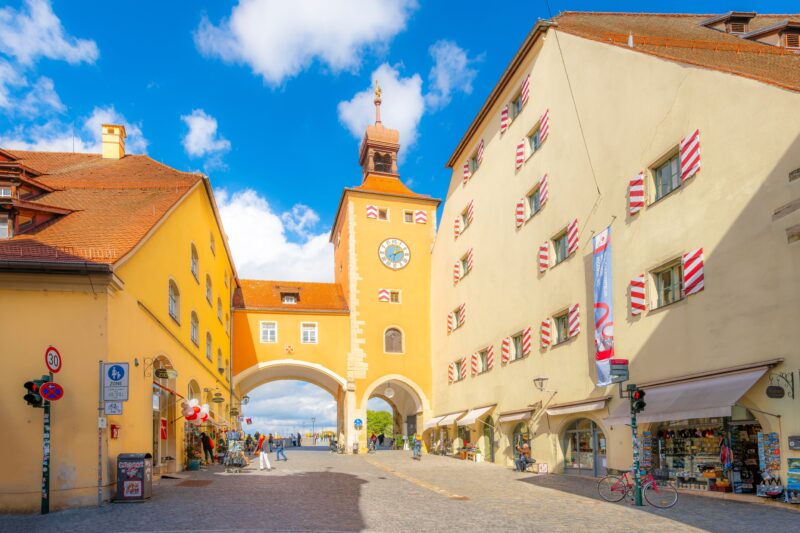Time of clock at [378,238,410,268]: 2:02
